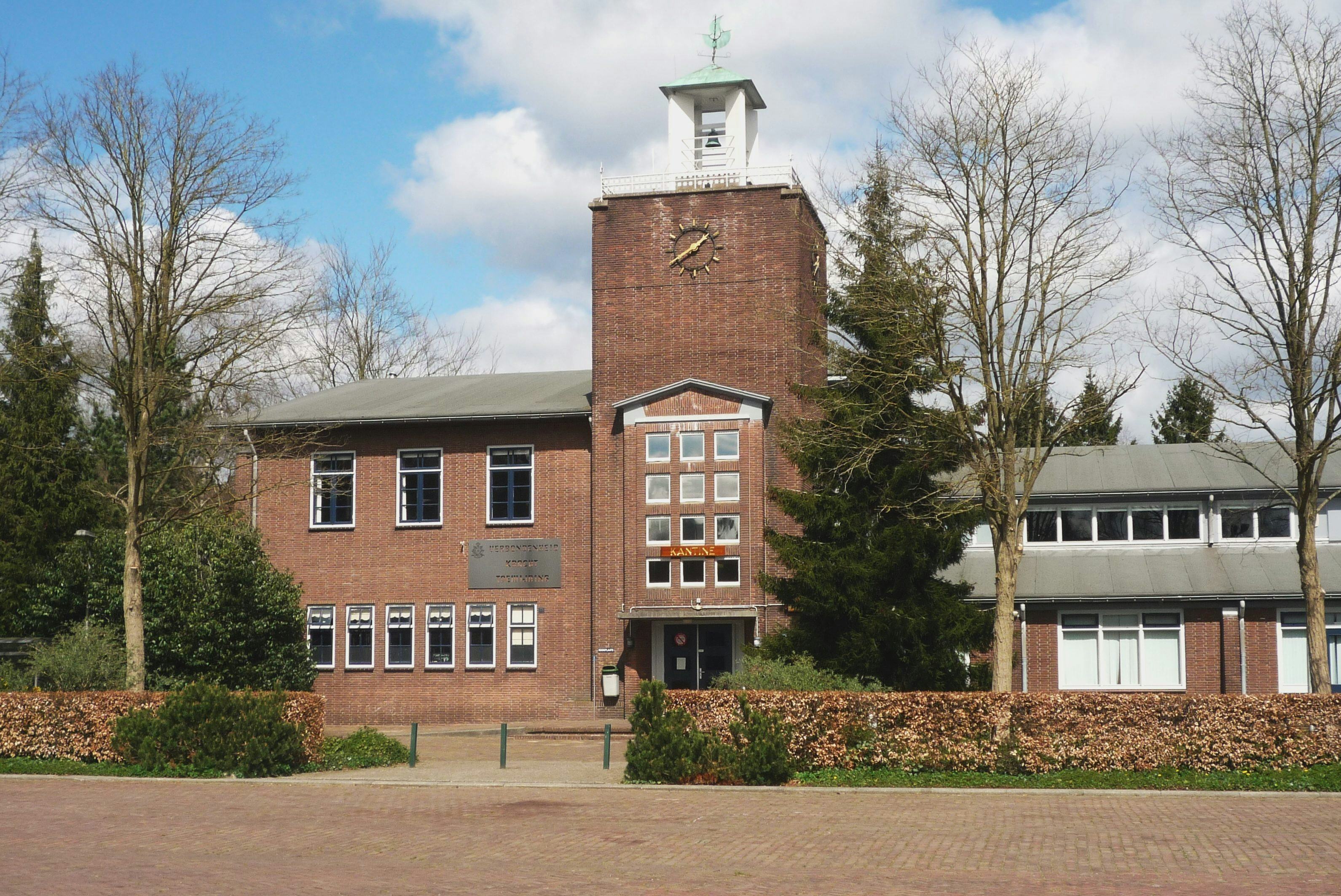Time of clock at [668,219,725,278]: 1:39
